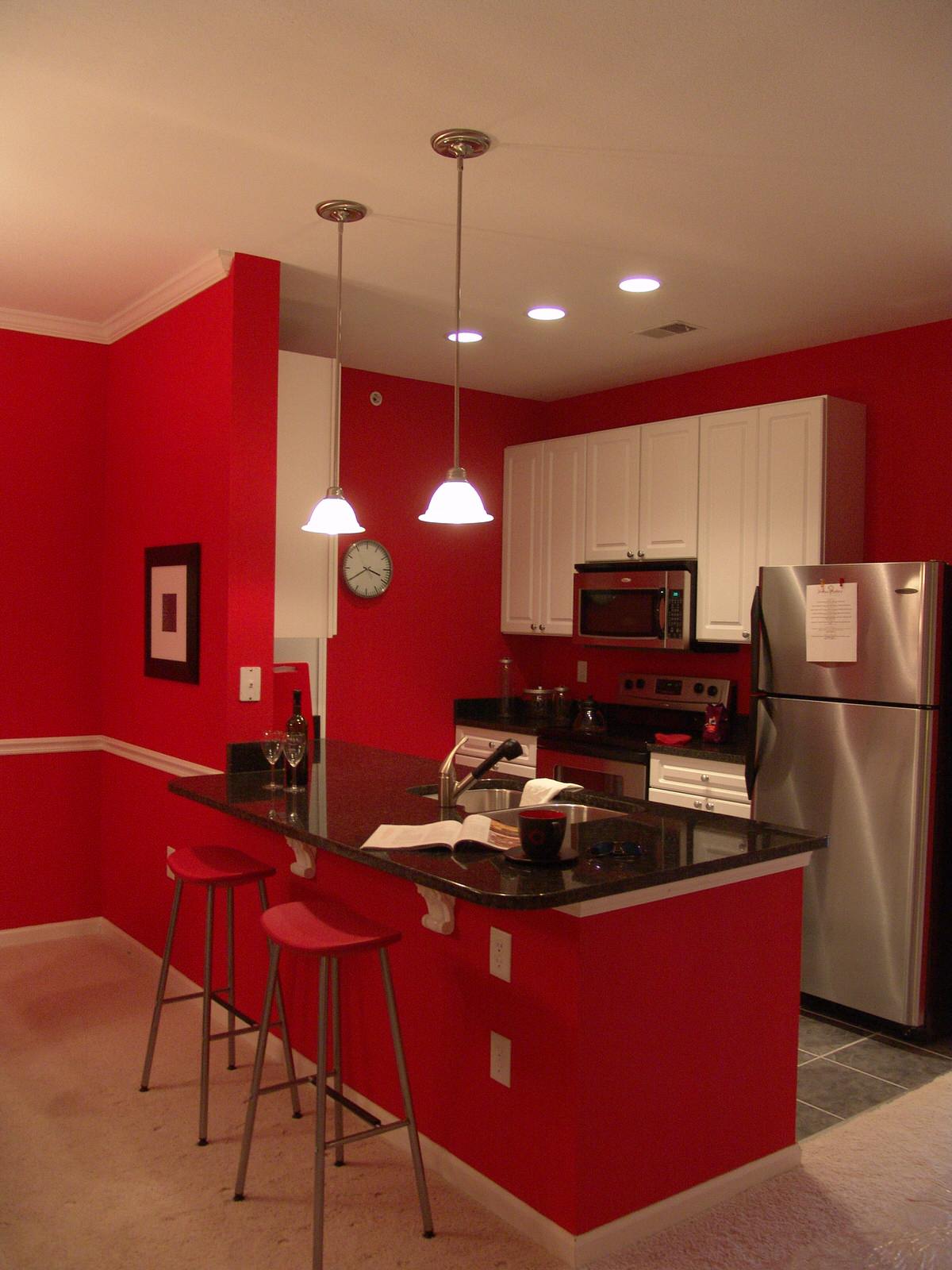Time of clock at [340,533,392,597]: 3:40
